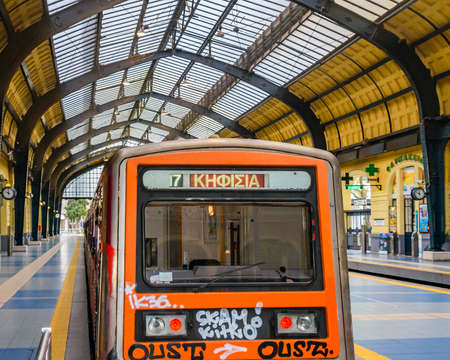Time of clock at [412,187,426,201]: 11:51
